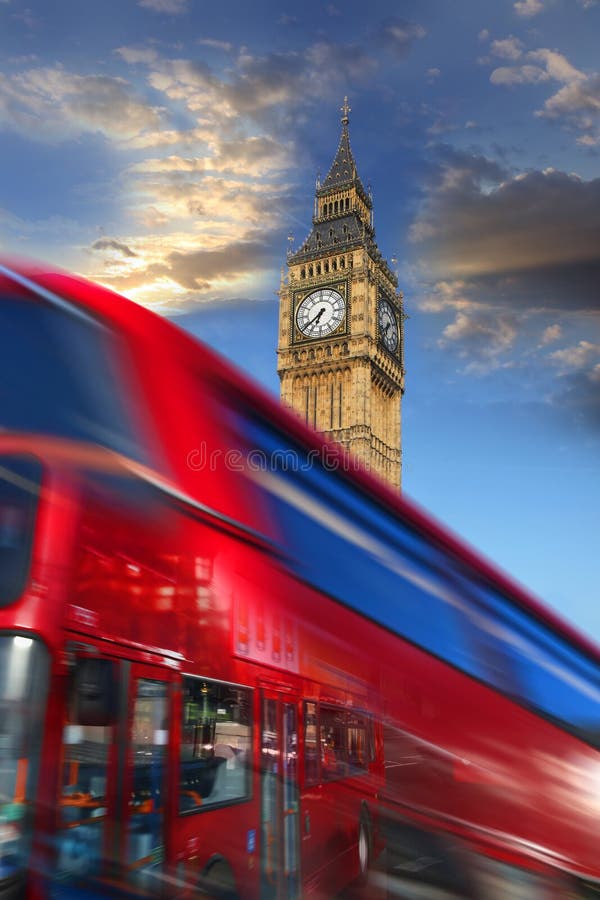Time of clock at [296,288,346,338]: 6:38
